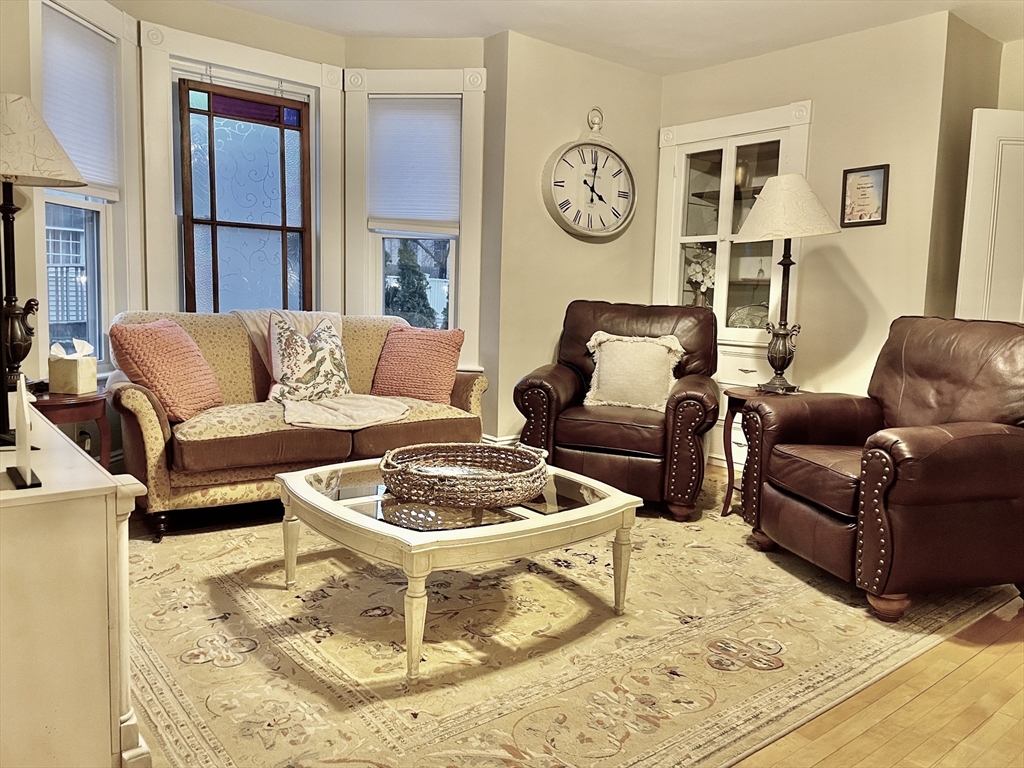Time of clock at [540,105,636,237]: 4:01
